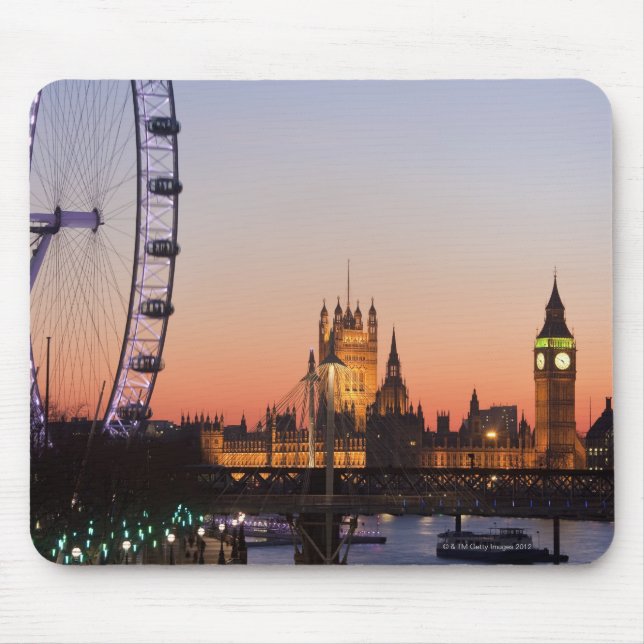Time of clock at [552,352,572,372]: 4:49
